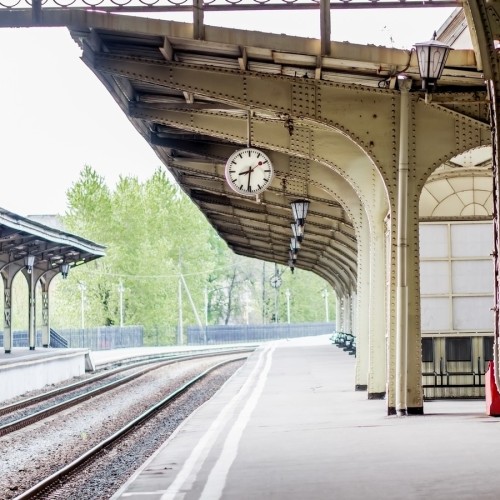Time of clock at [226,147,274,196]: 8:31
